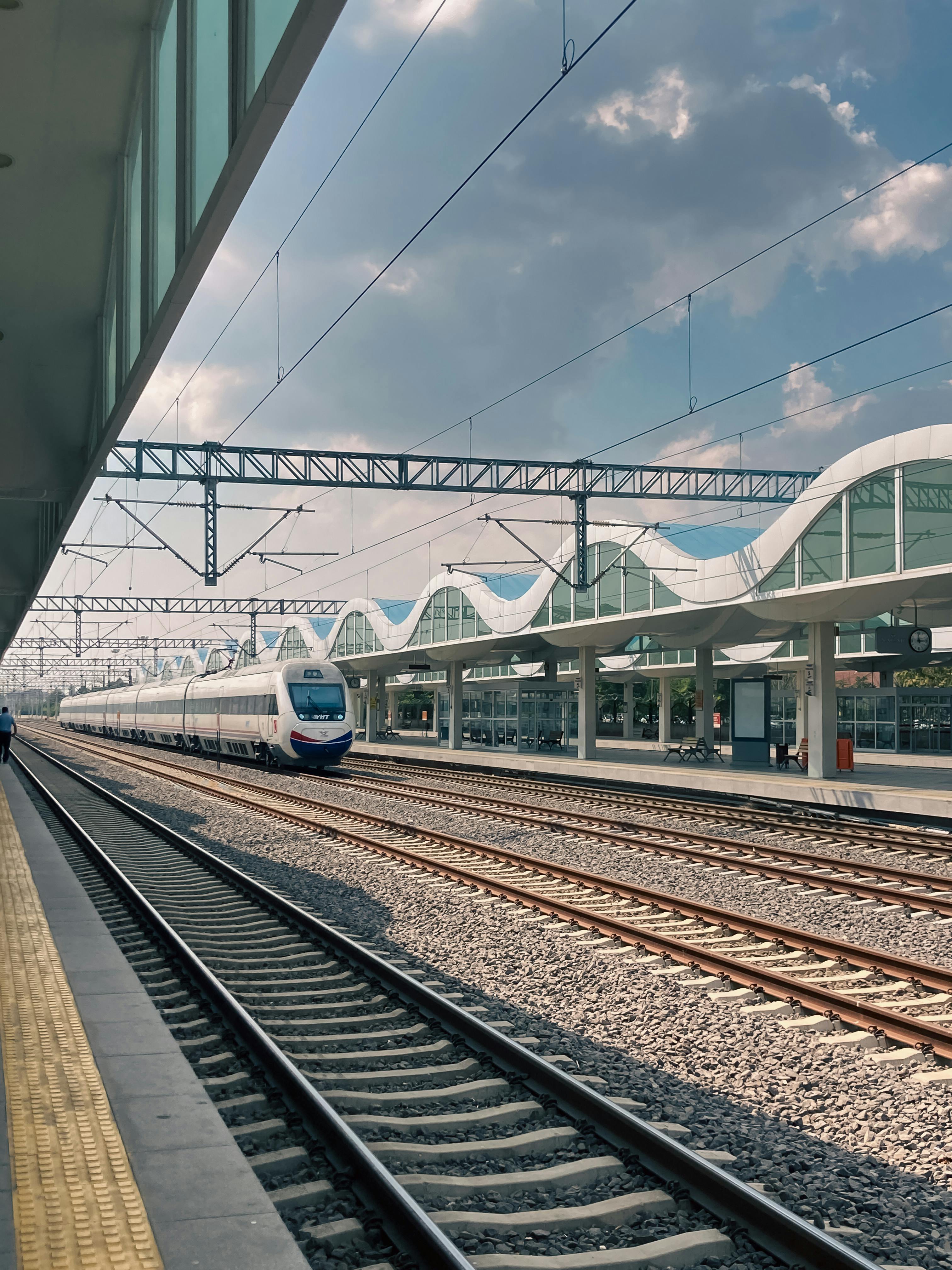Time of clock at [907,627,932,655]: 2:58
